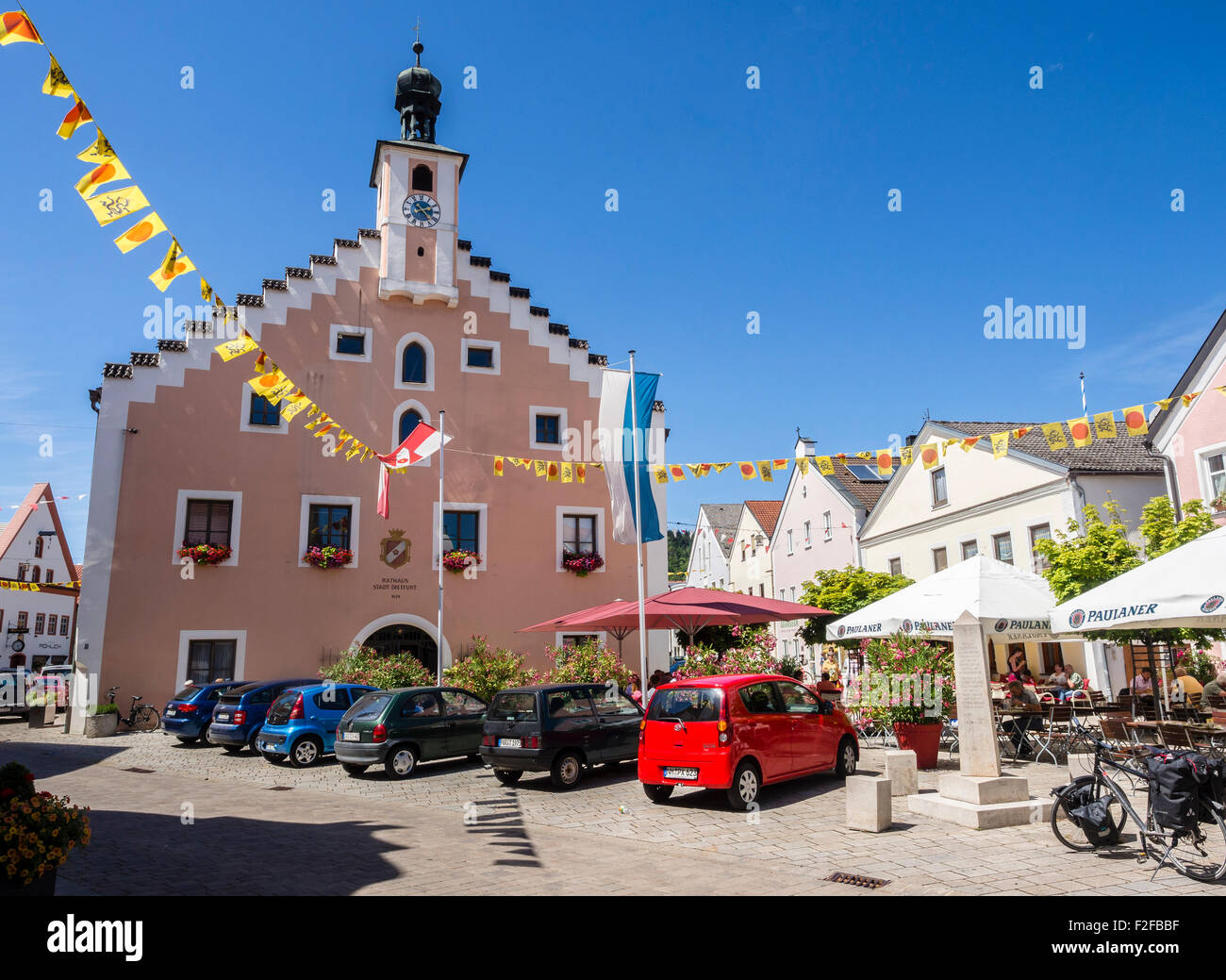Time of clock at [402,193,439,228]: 2:23
